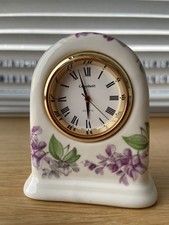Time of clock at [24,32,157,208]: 5:57
